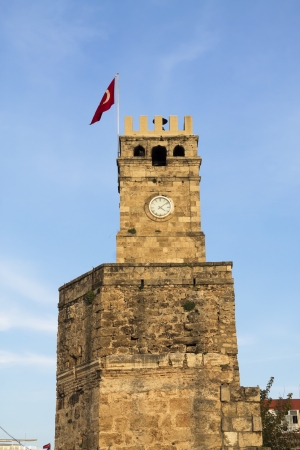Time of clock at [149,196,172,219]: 4:08
